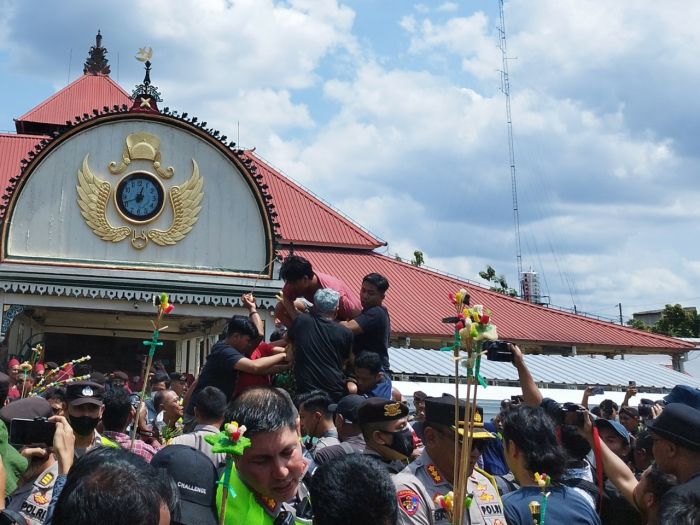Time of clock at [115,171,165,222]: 12:41
